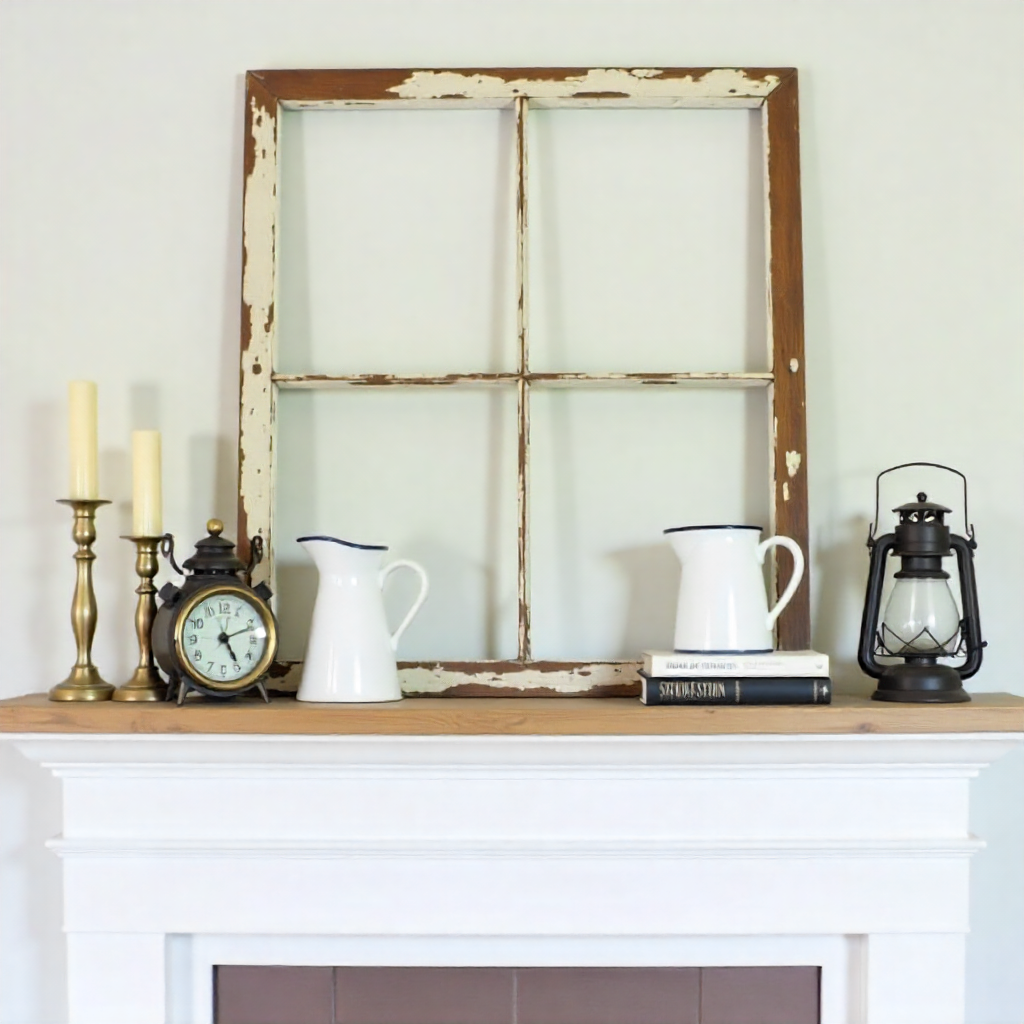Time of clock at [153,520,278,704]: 5:11
